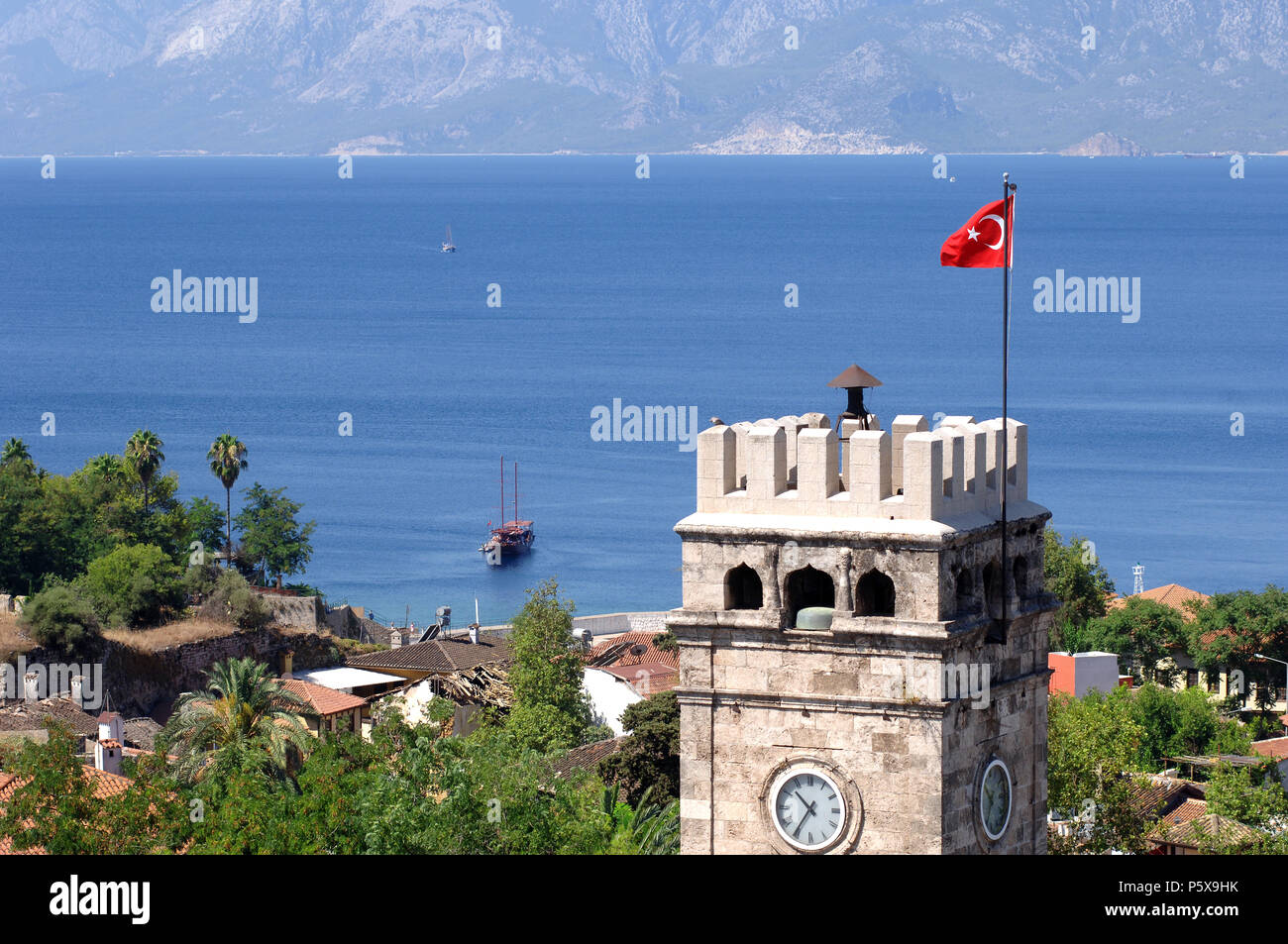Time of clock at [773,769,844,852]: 10:35
